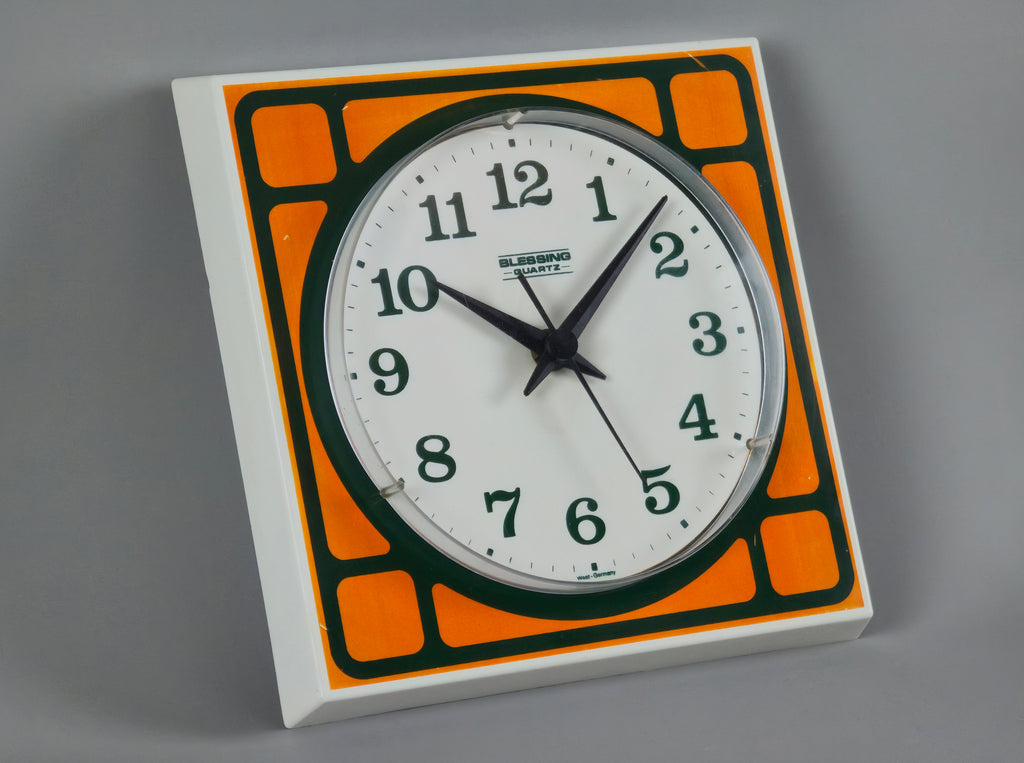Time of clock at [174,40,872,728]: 10:07
